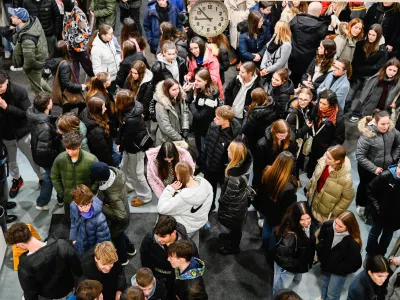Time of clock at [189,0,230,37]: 8:52
